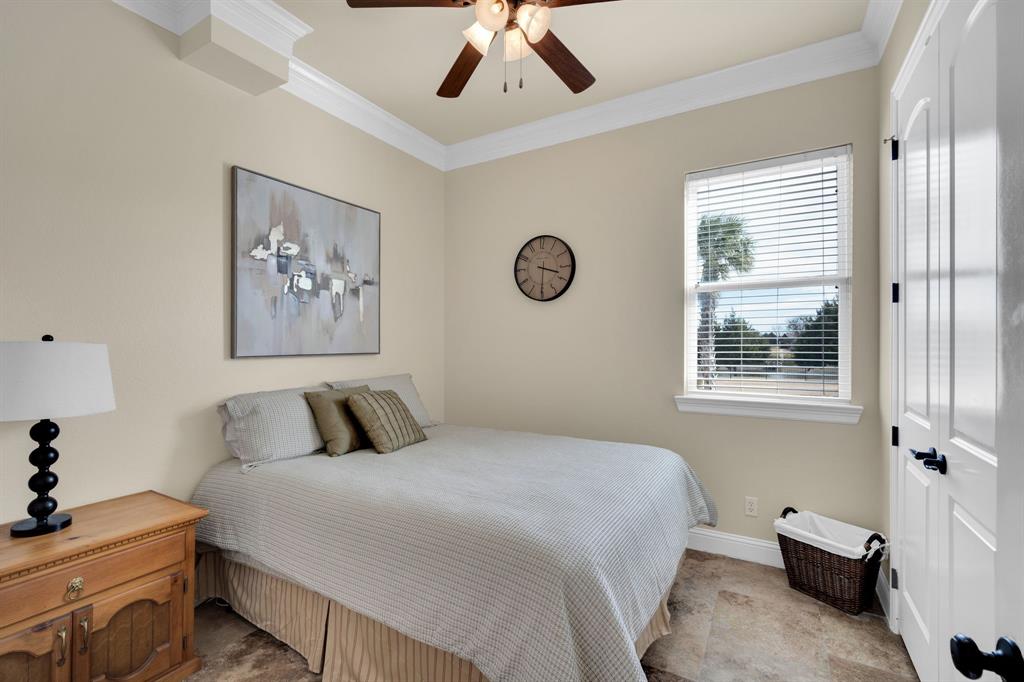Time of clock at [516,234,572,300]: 3:30
